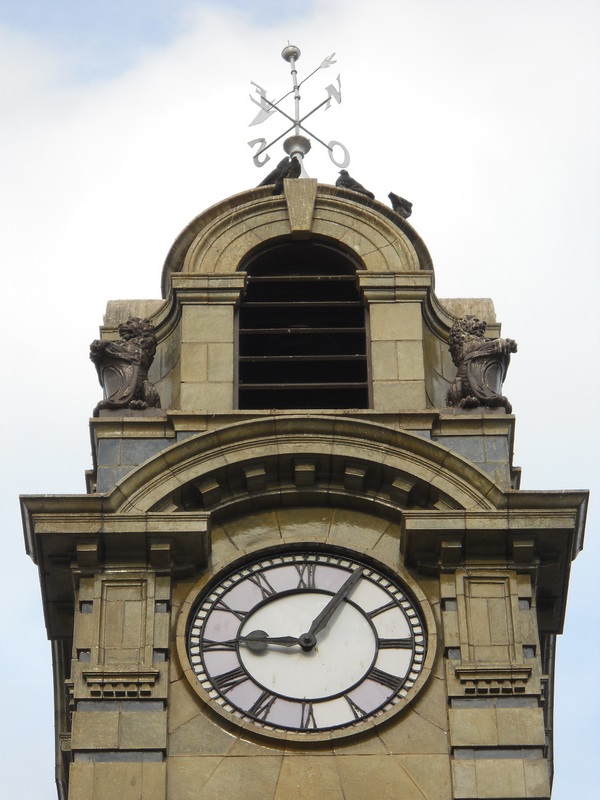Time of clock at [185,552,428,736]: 9:05
